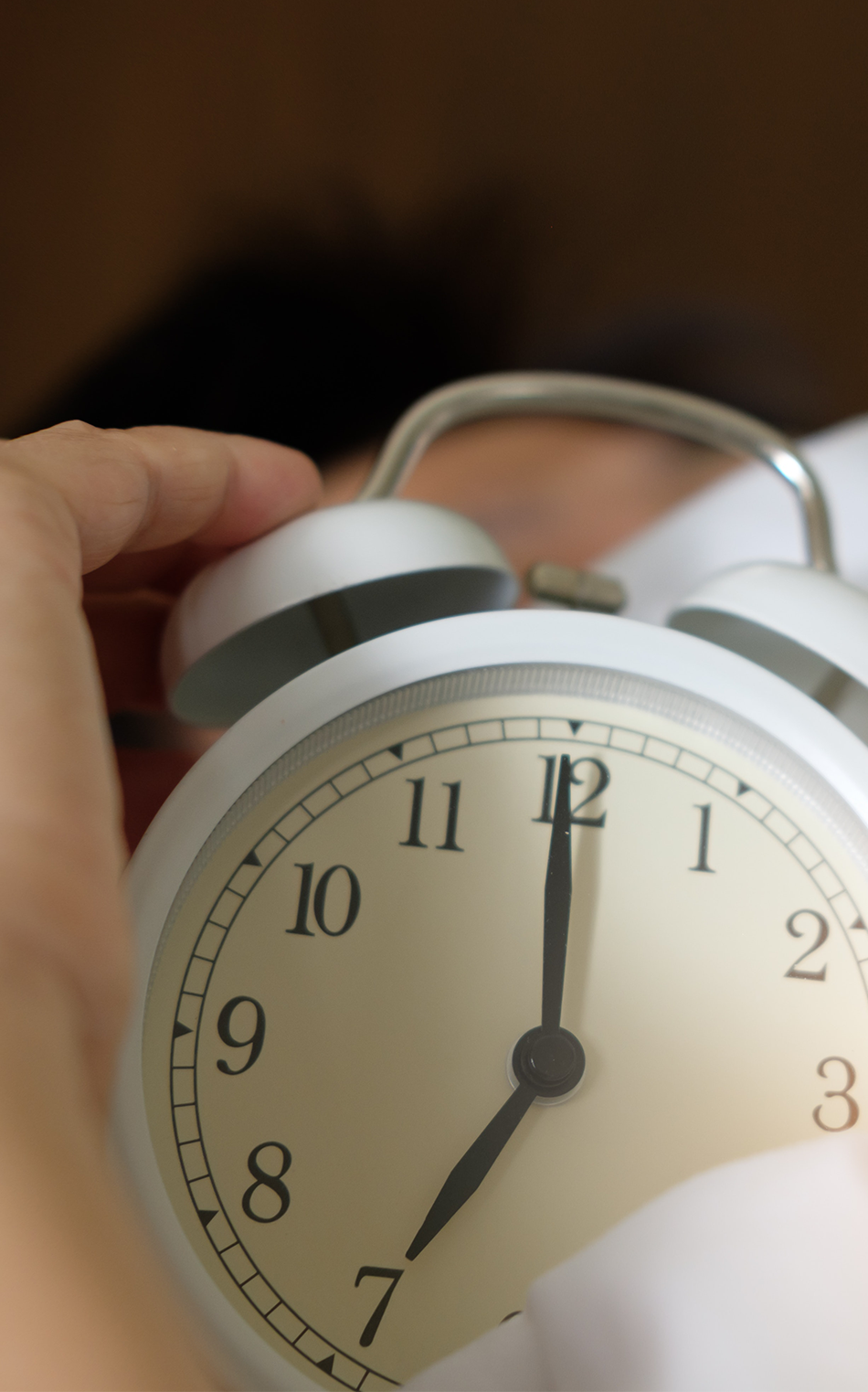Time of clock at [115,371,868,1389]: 7:00
